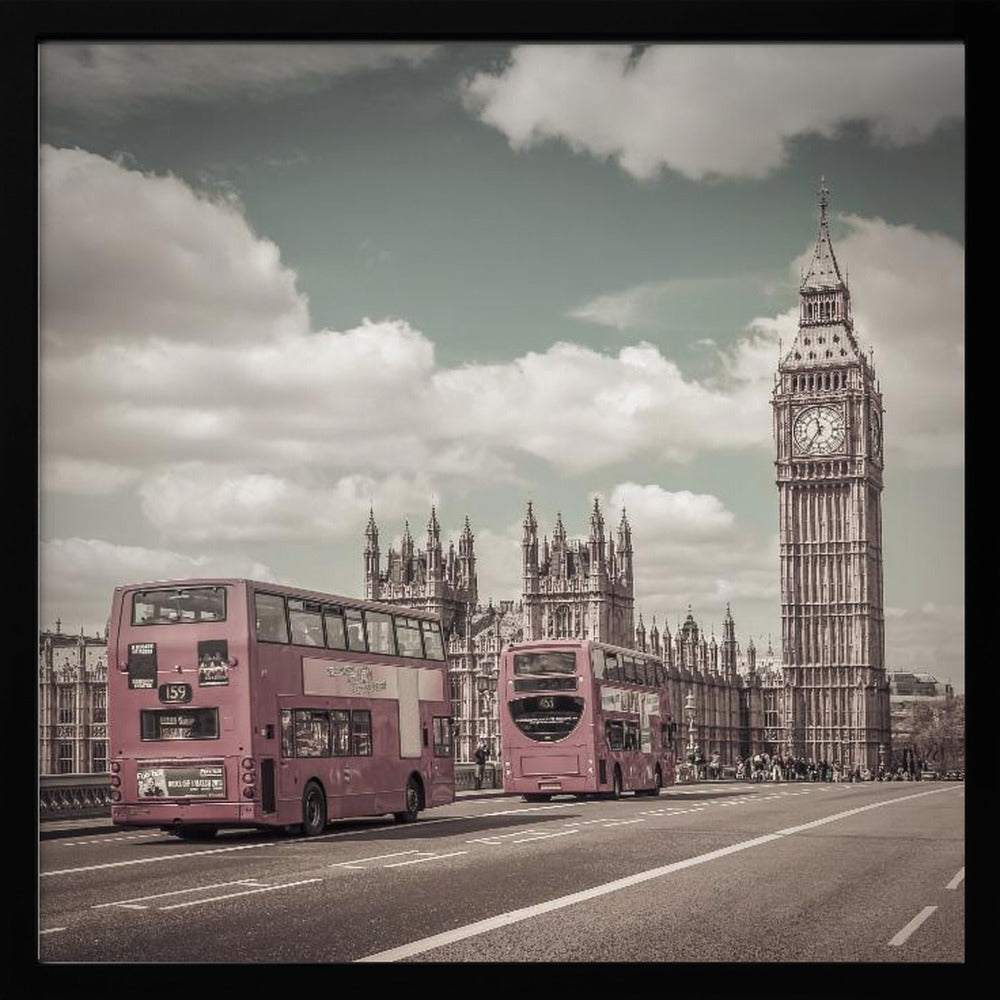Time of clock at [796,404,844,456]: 11:36
